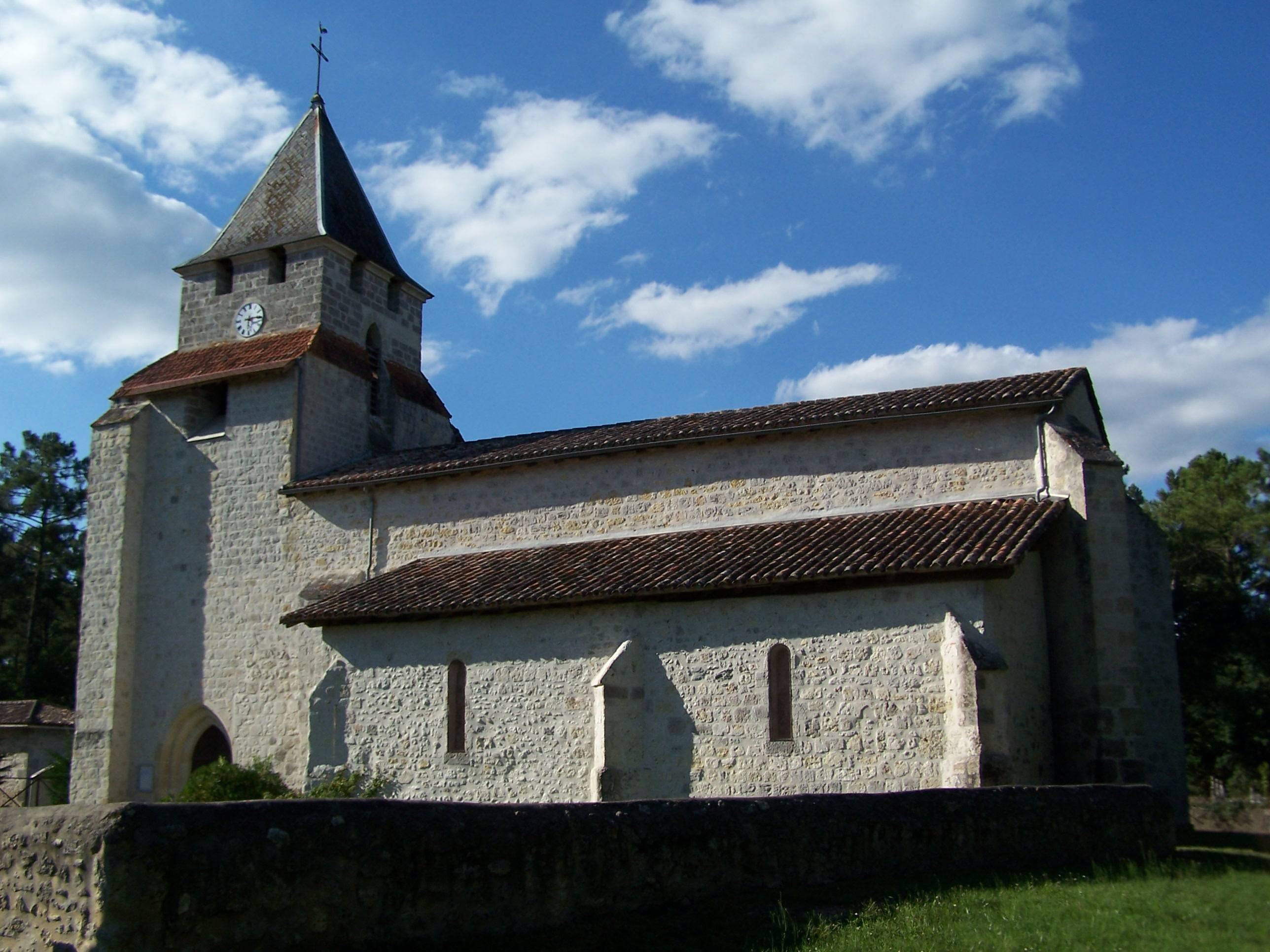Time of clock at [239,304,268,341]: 6:15
